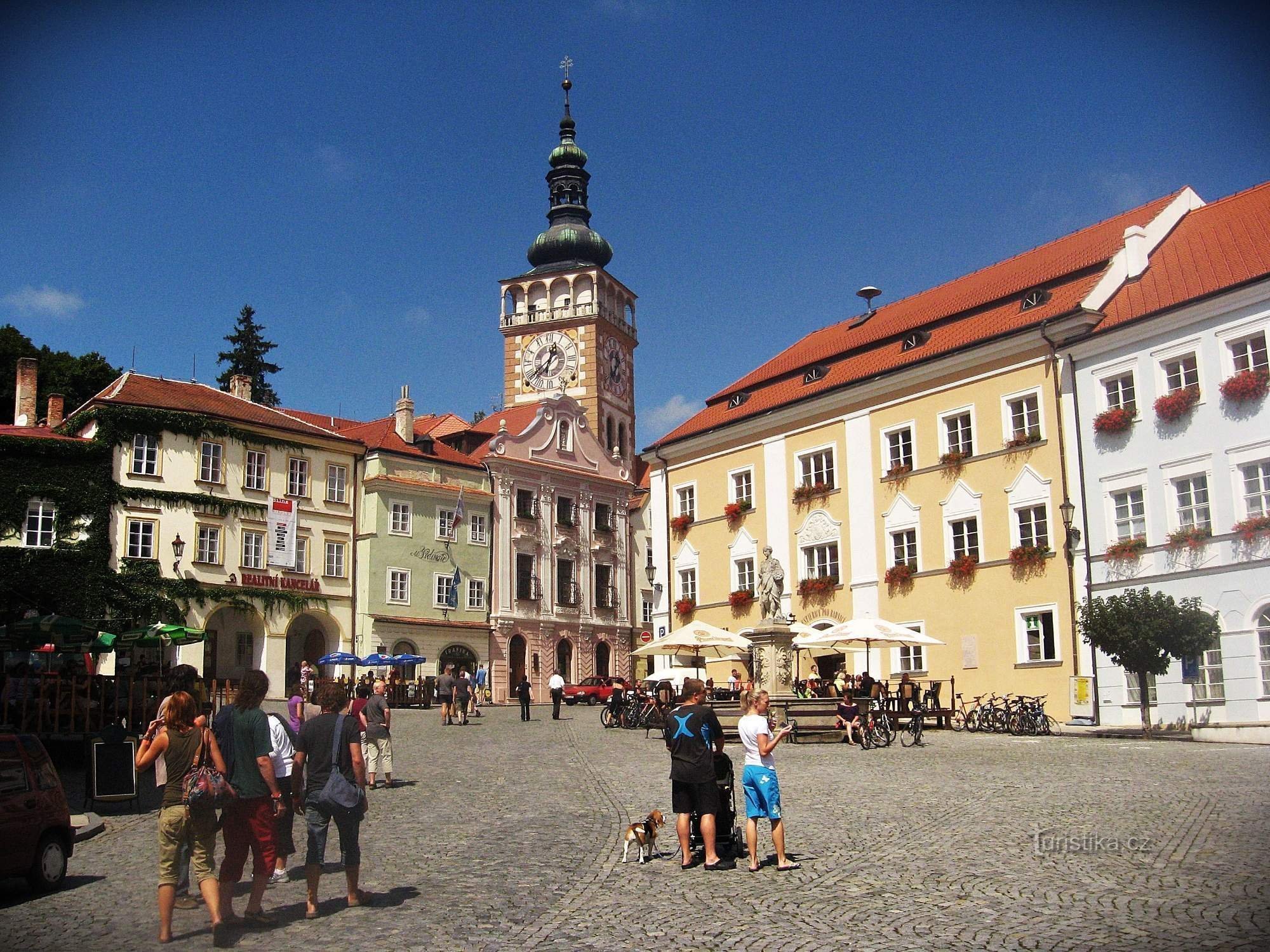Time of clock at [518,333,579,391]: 12:38
